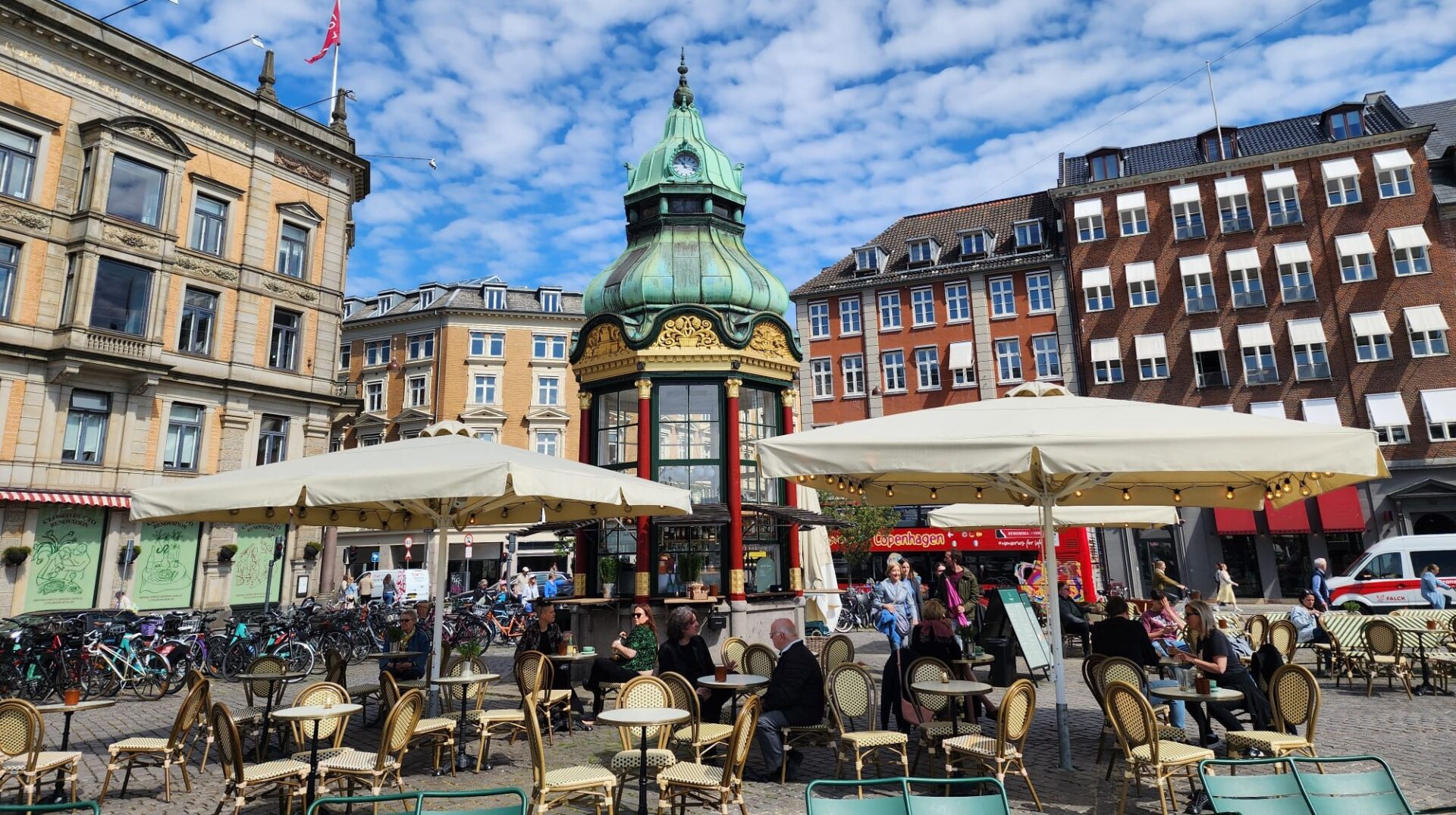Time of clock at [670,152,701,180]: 11:17
